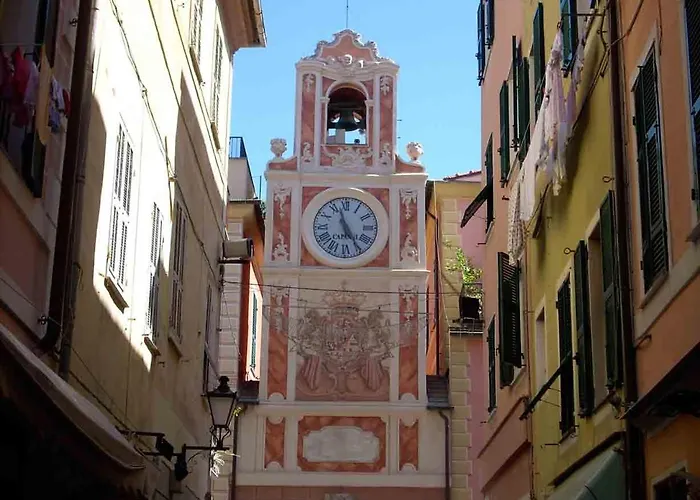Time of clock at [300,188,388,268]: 4:57
